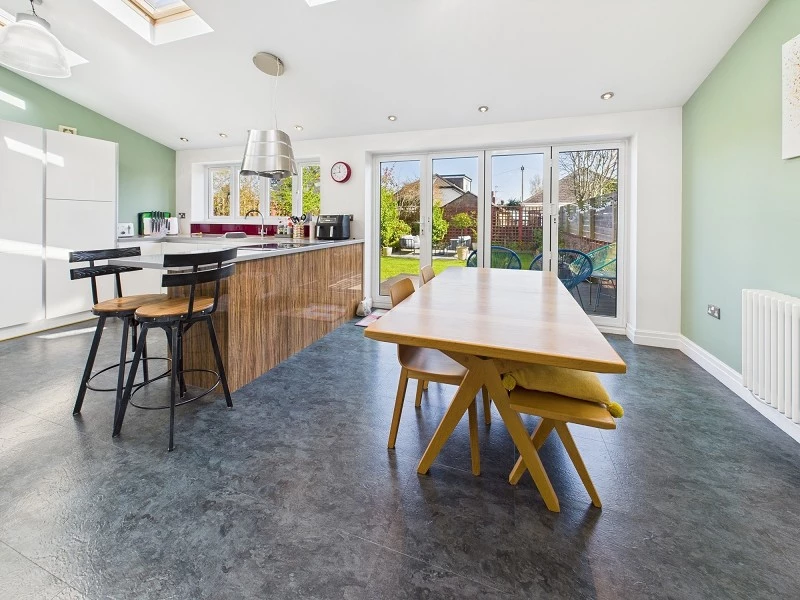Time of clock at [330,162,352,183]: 11:43
